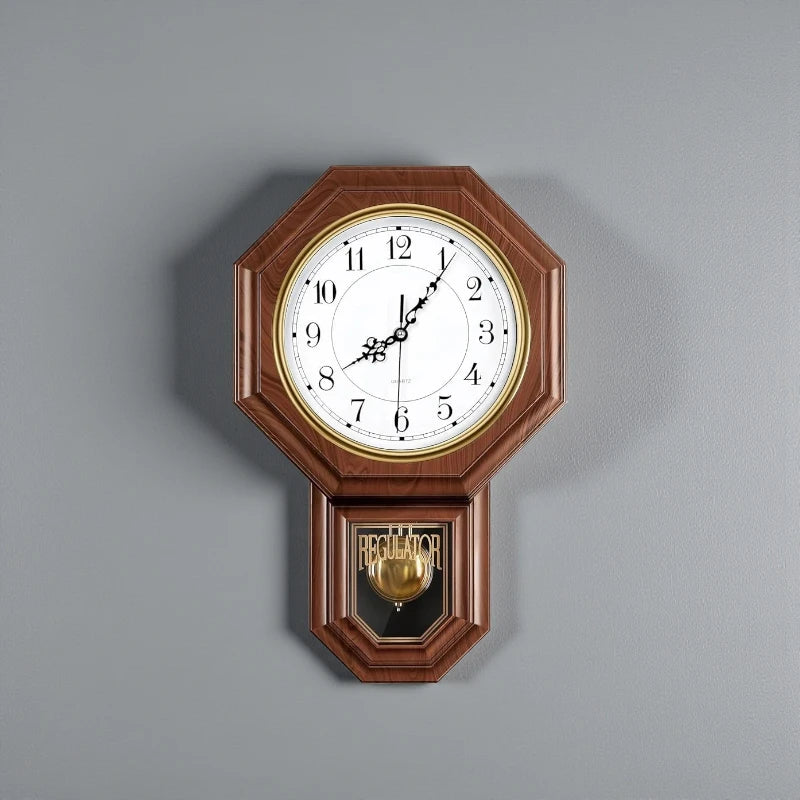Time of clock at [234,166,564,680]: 8:05
